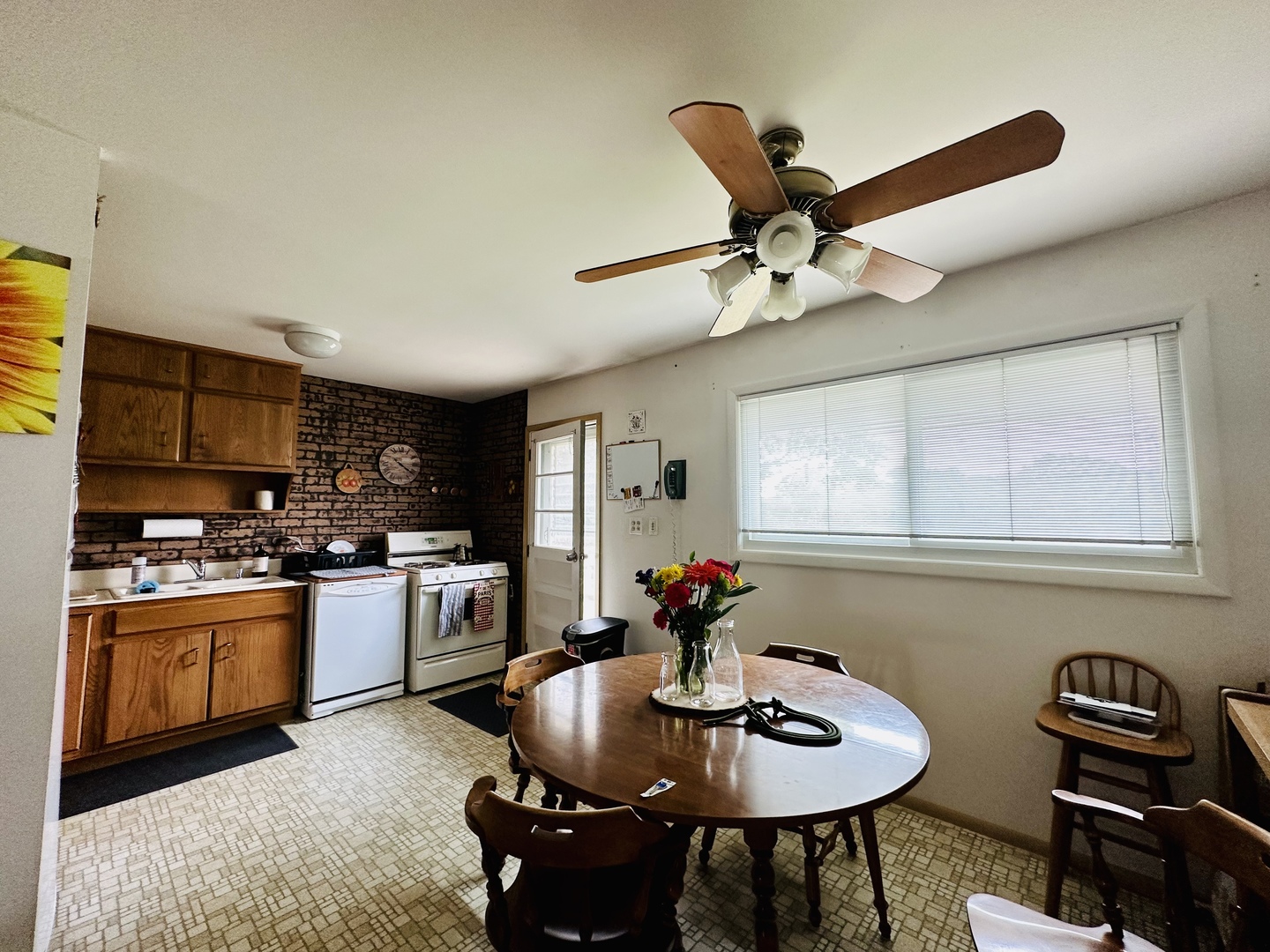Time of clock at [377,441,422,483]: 4:21
